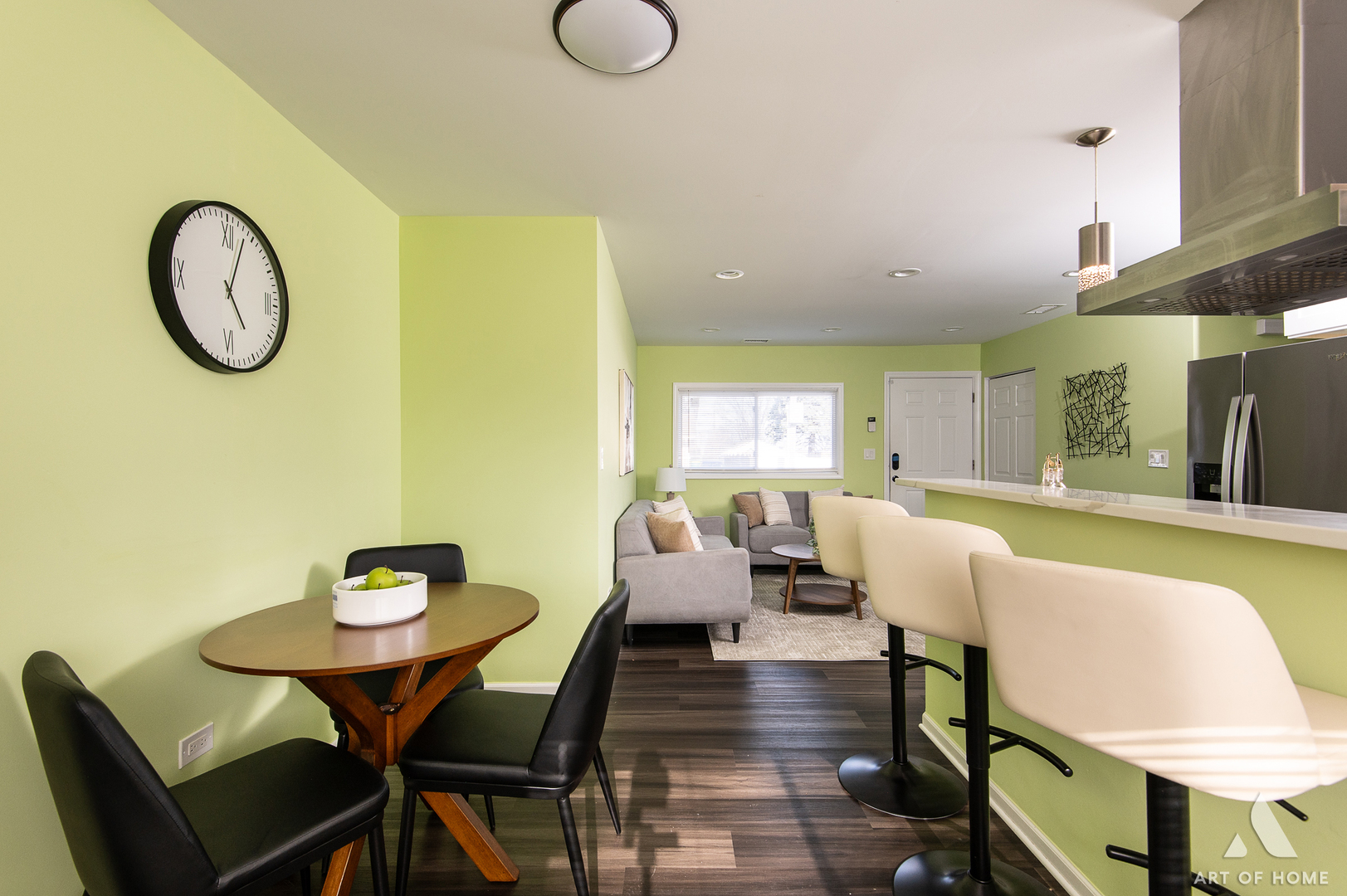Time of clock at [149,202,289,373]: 5:03
